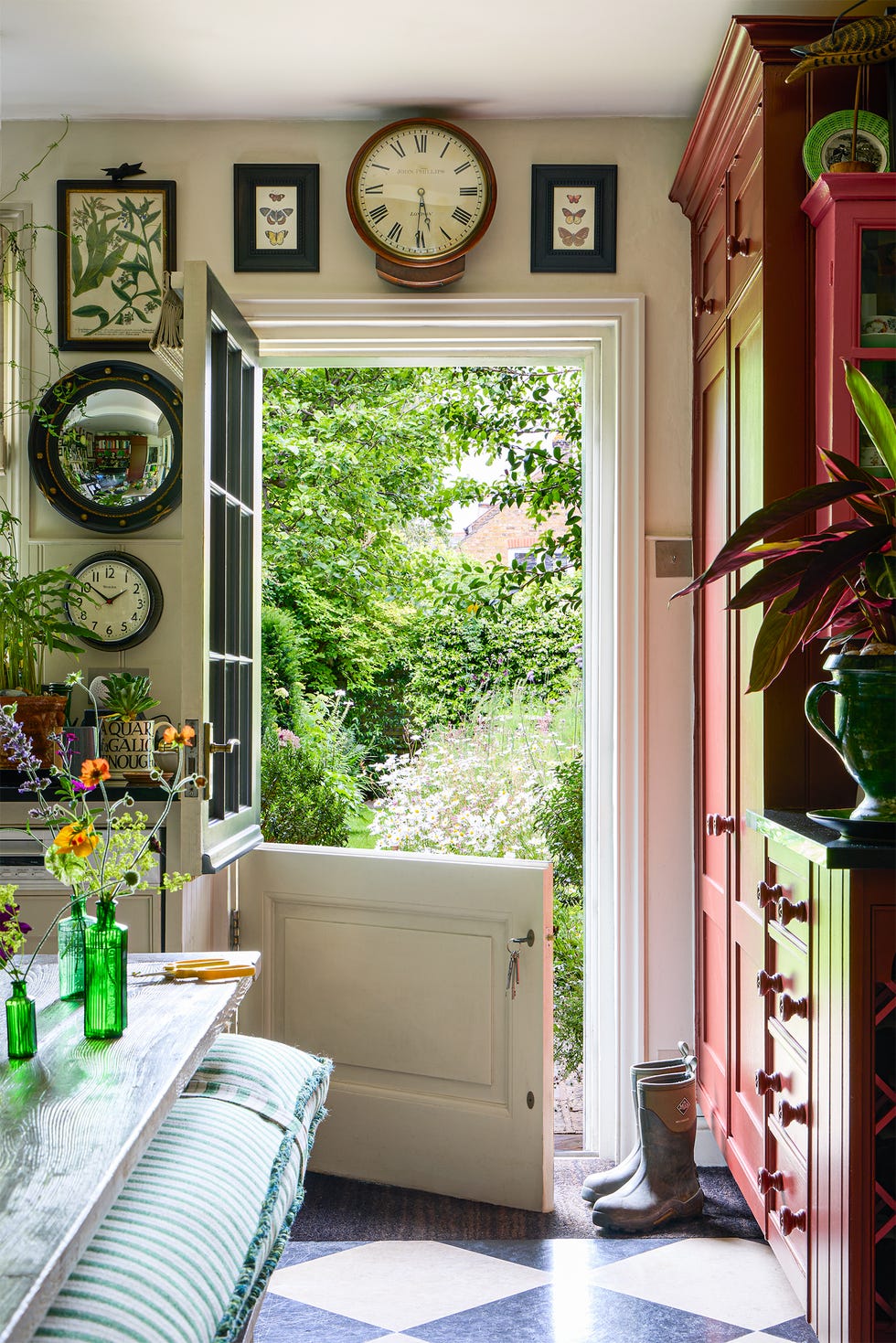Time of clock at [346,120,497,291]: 5:29
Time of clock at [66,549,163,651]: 1:51
